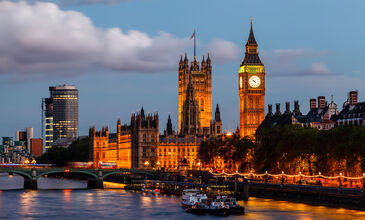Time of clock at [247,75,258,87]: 9:52
